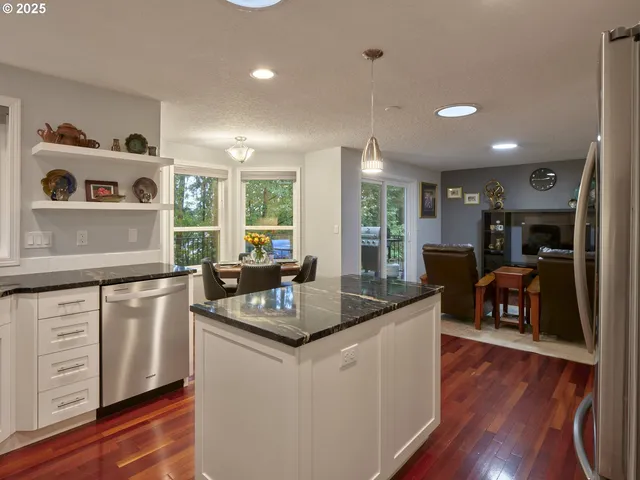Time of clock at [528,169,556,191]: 2:45
